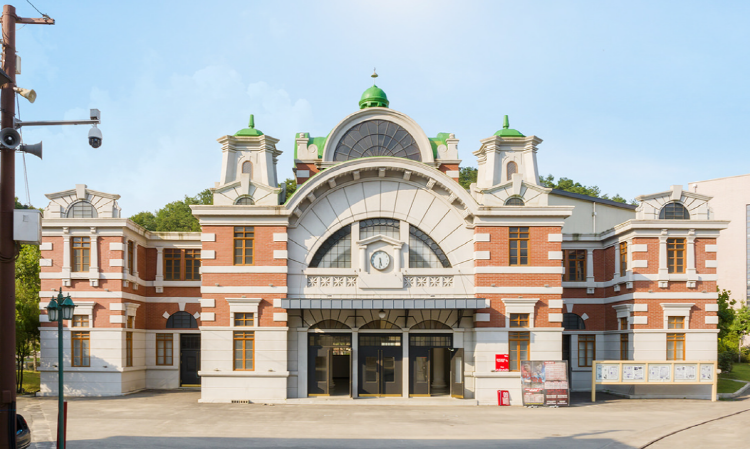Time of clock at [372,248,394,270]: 5:31
